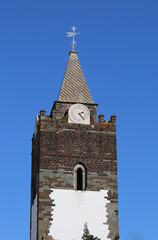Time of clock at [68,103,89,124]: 2:23
